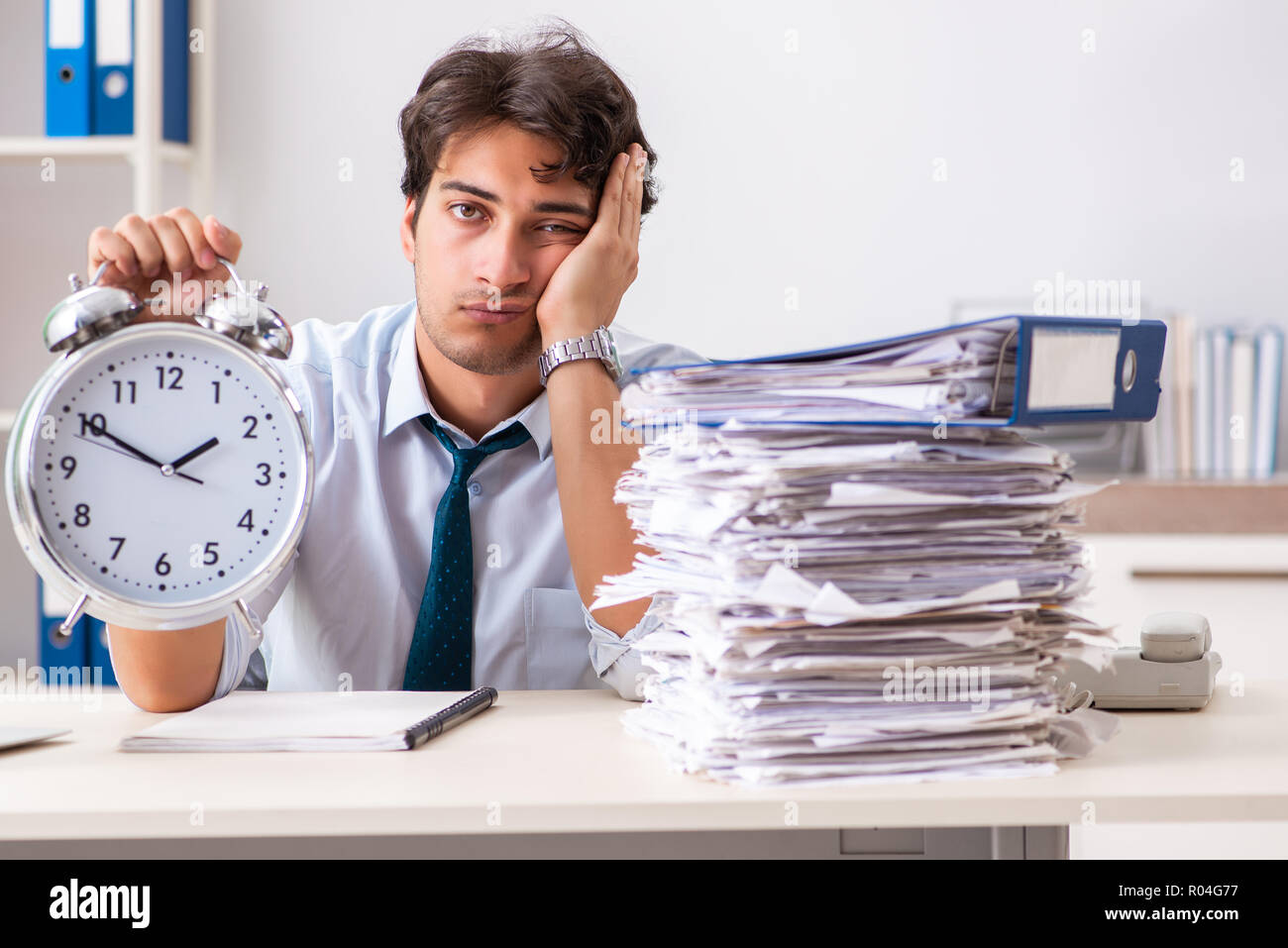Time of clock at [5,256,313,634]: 1:50
